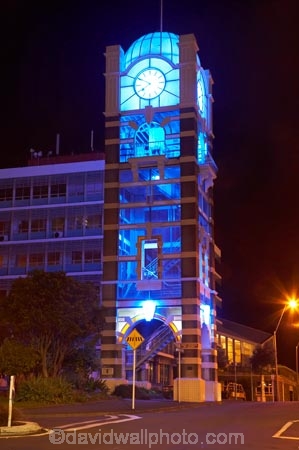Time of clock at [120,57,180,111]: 7:48
